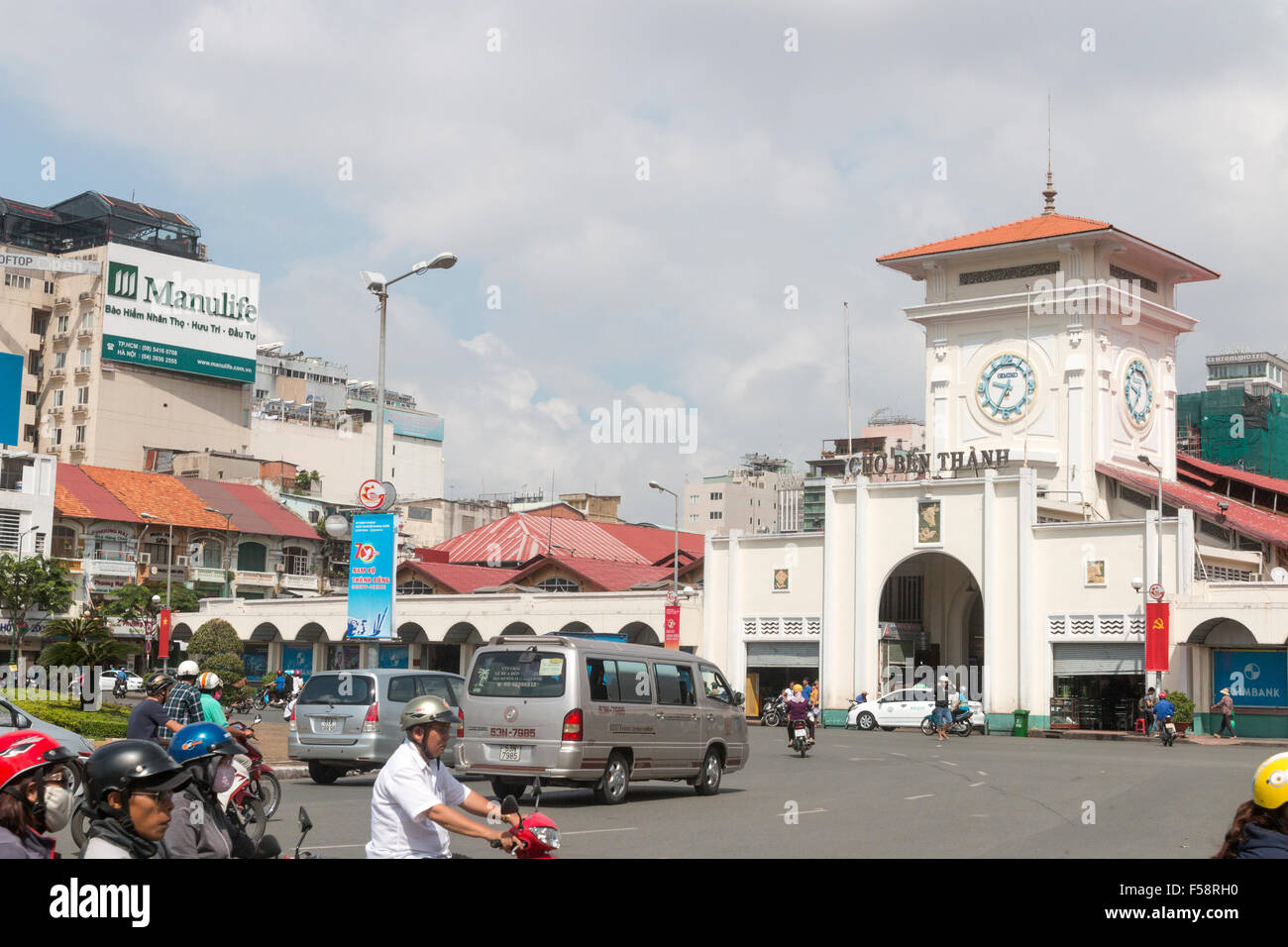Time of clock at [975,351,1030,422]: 9:34
